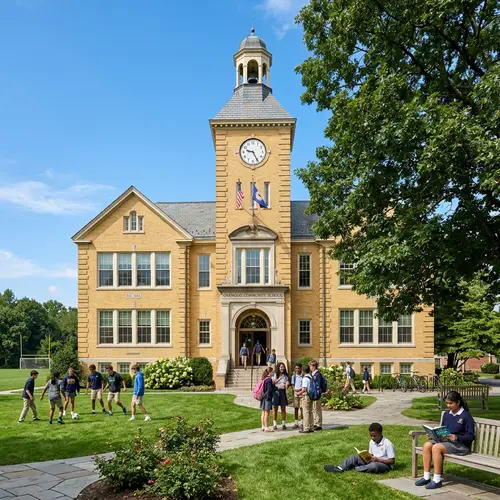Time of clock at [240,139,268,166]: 9:25
